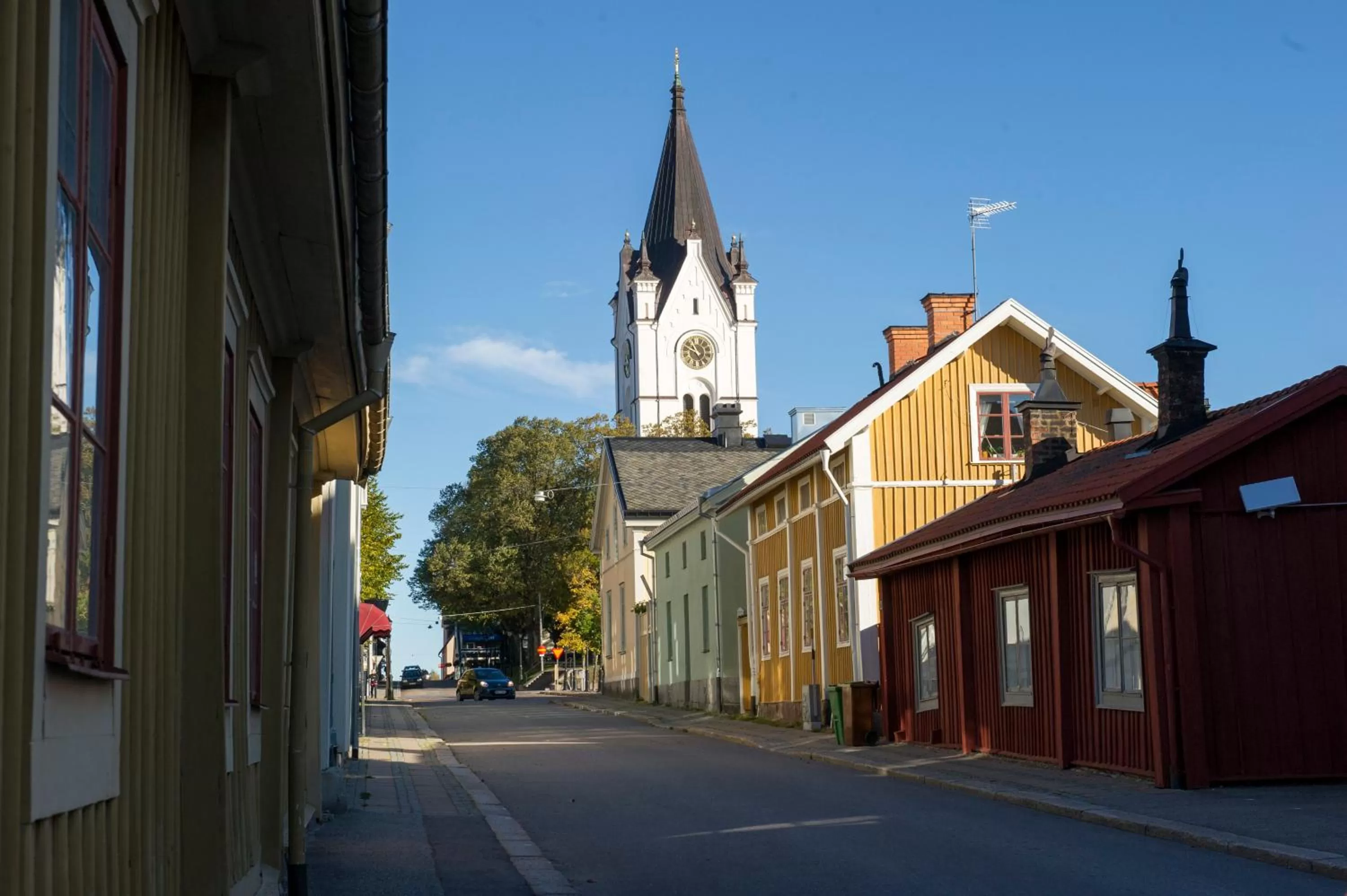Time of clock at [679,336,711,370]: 10:48
